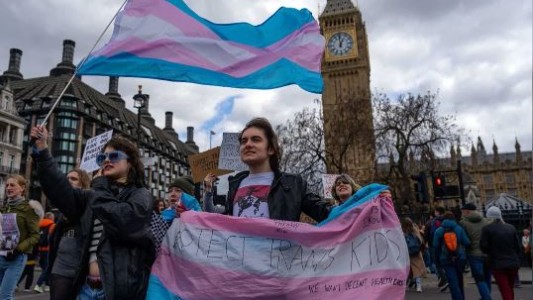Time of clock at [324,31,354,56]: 12:59
